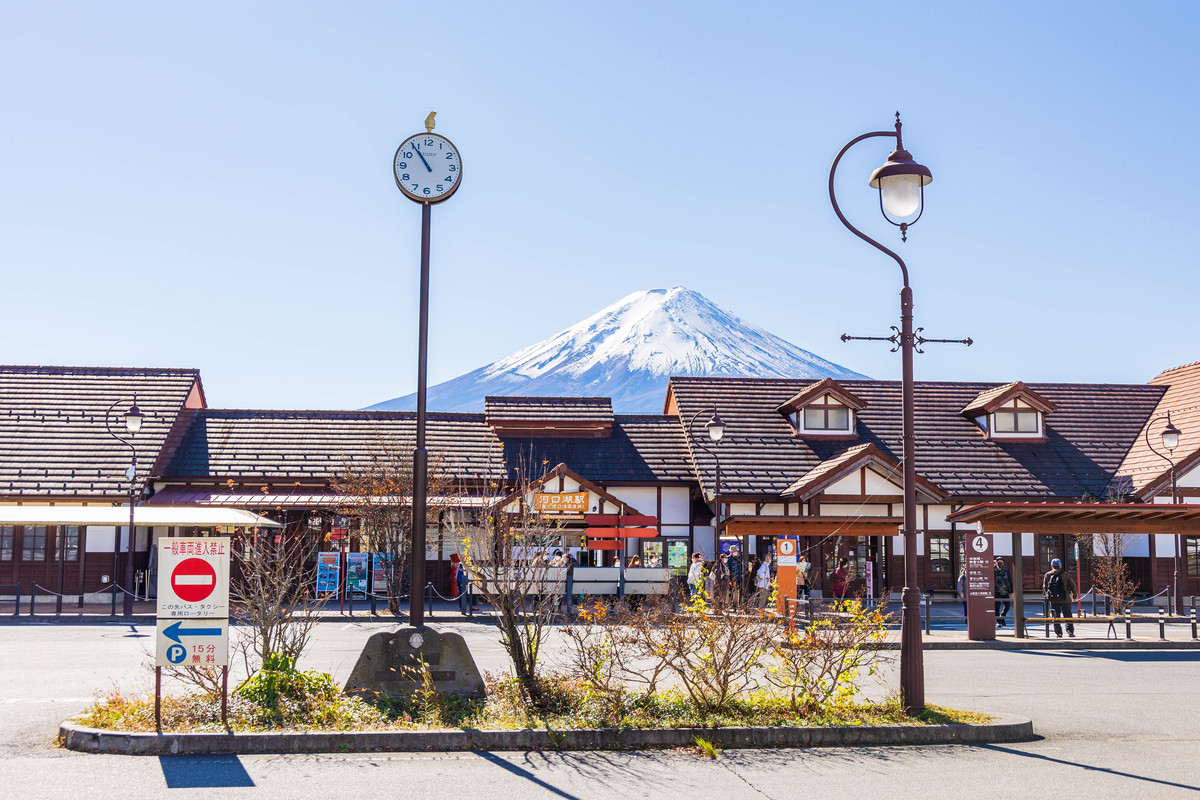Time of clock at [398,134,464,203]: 10:54
